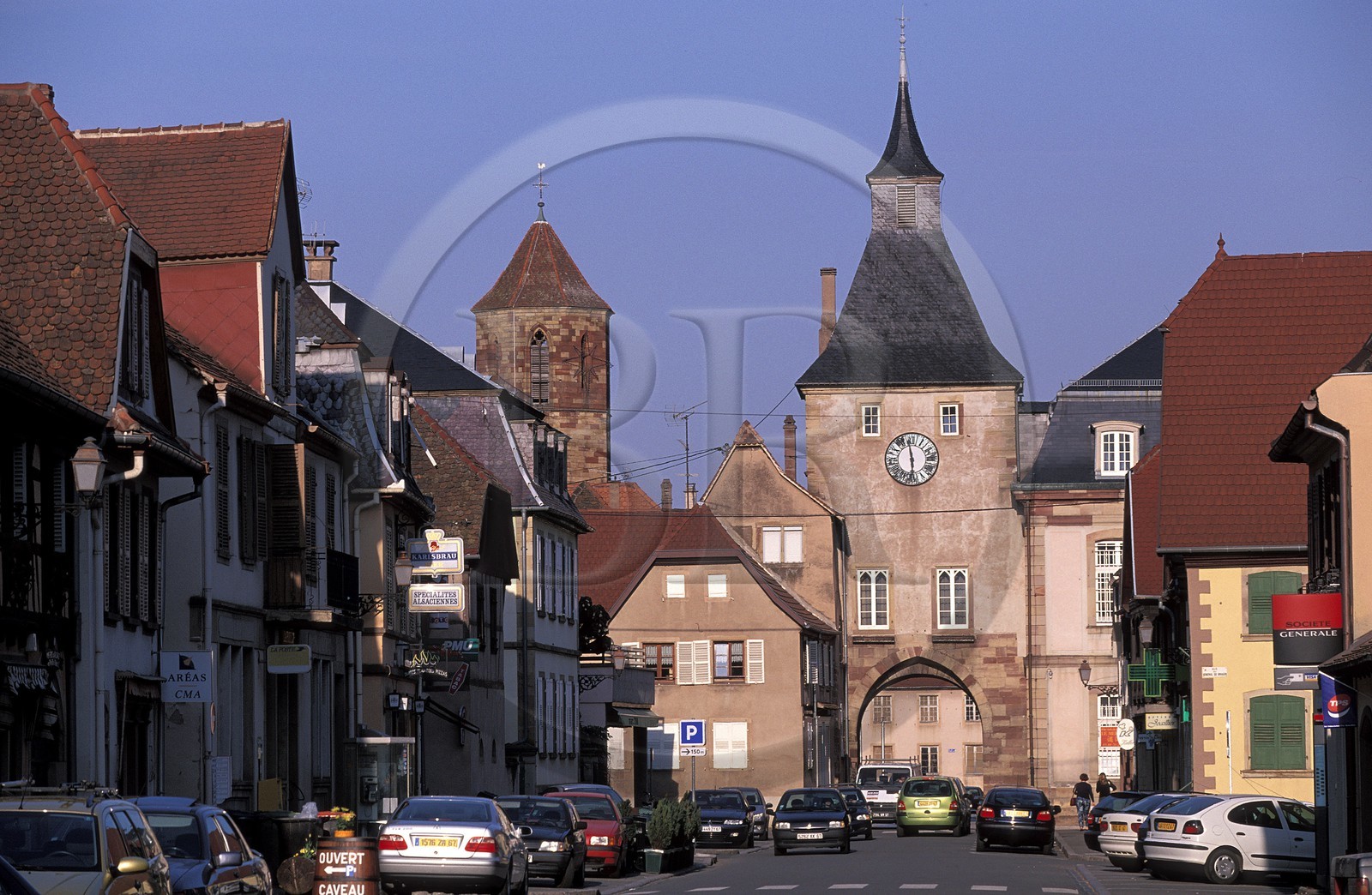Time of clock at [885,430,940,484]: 5:58
